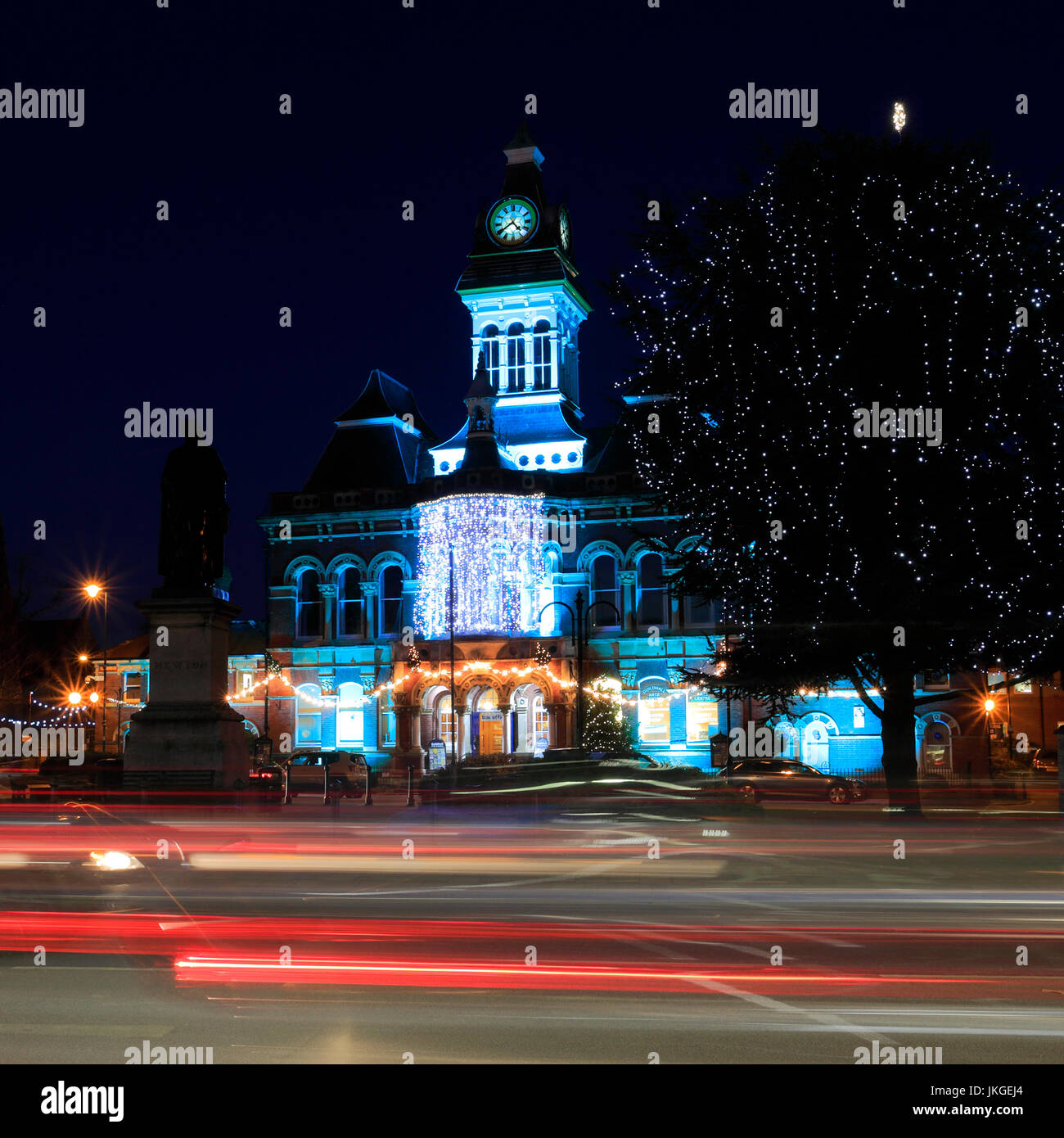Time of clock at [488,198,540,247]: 4:39
